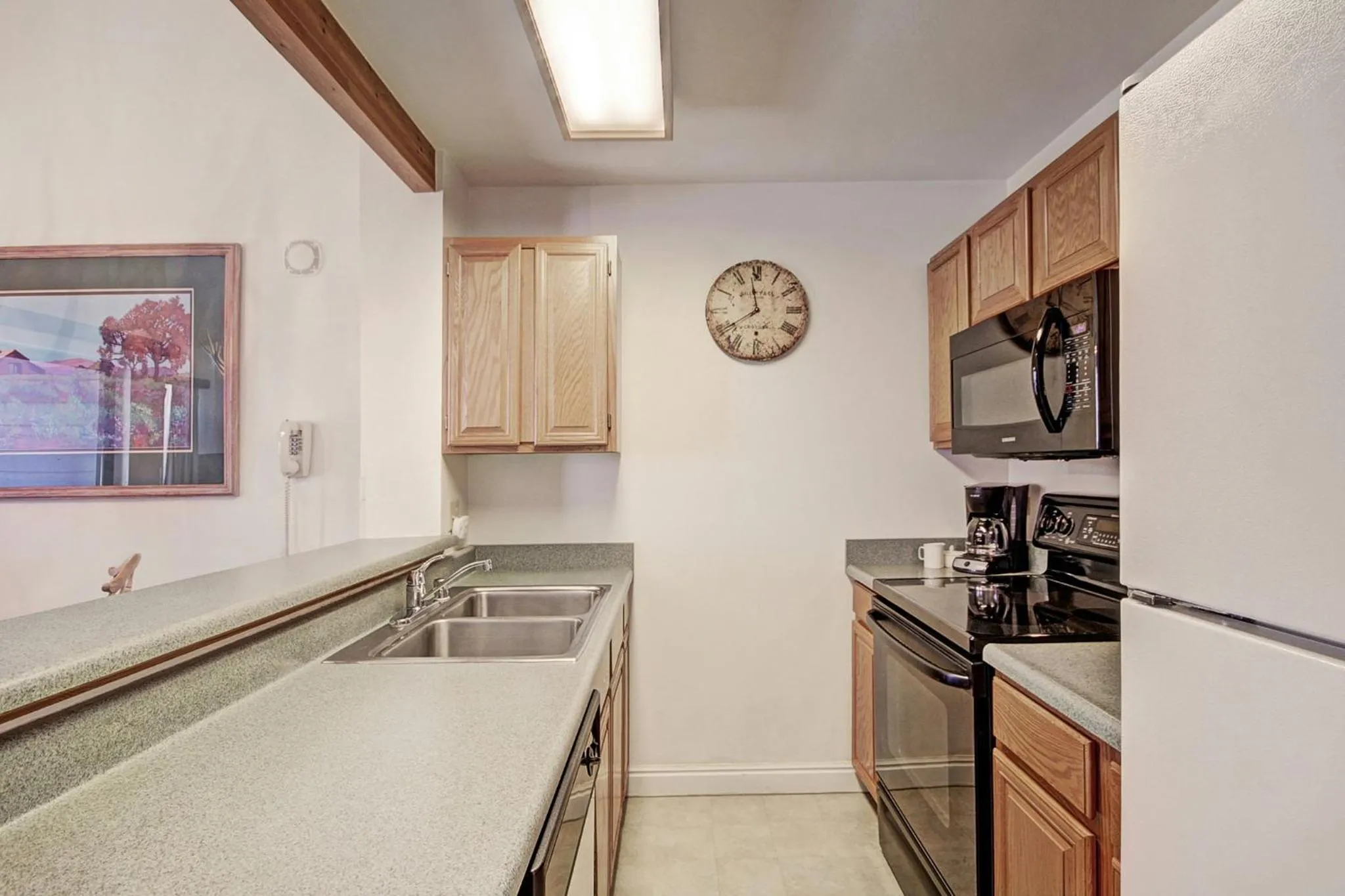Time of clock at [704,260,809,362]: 11:40
